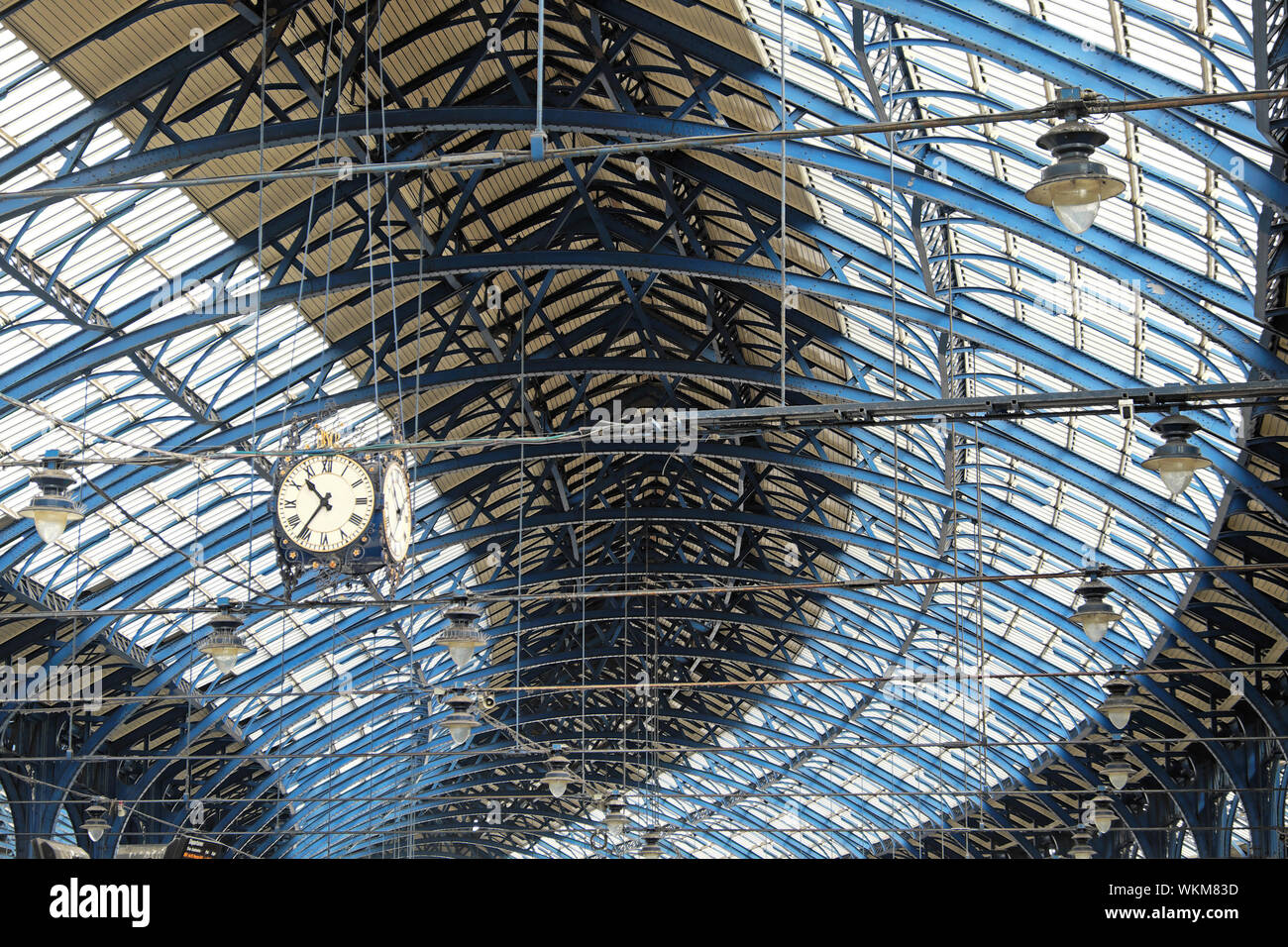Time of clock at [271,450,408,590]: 10:36
